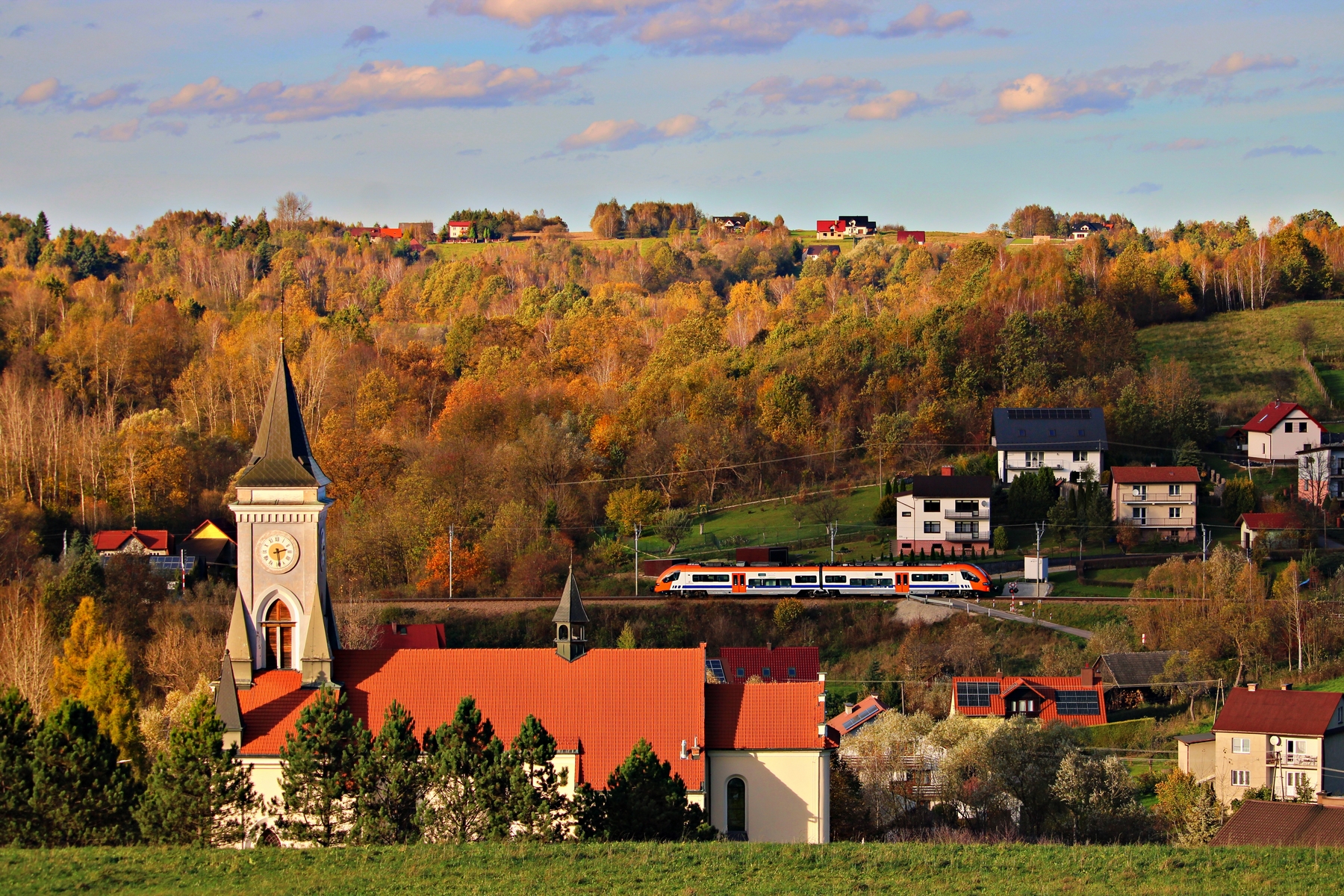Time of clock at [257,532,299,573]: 2:28
